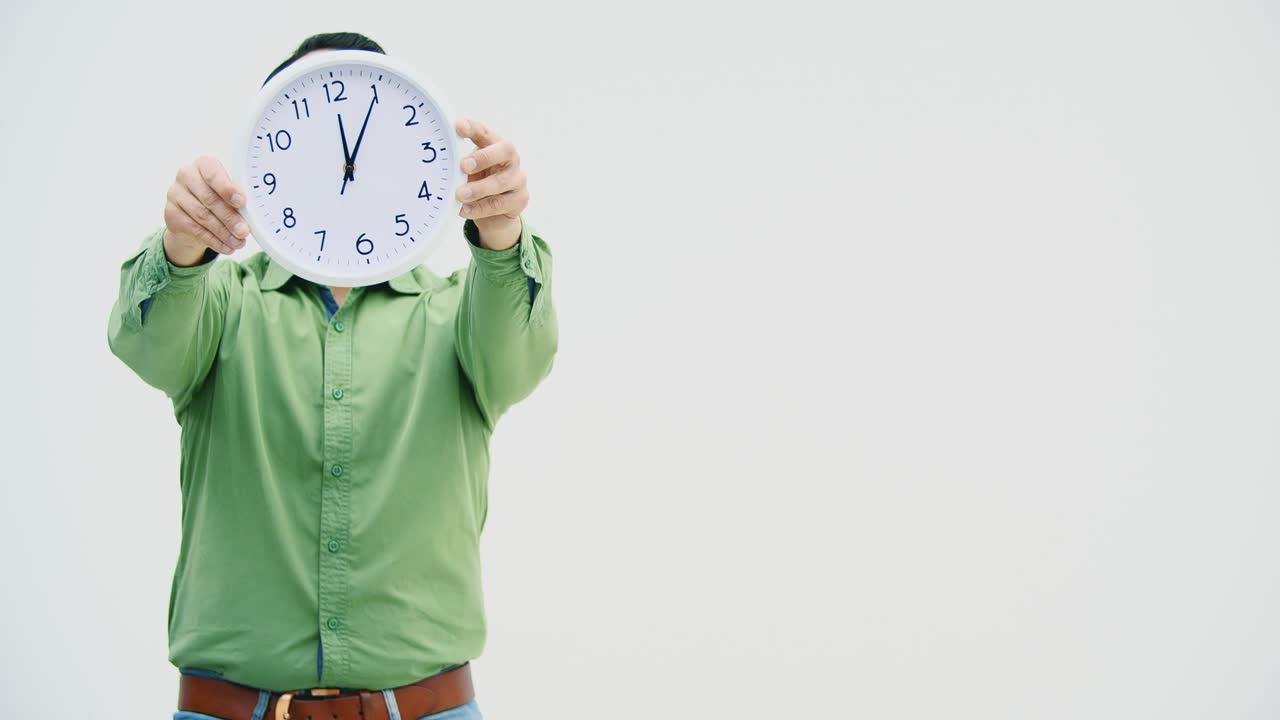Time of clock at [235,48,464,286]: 12:05
